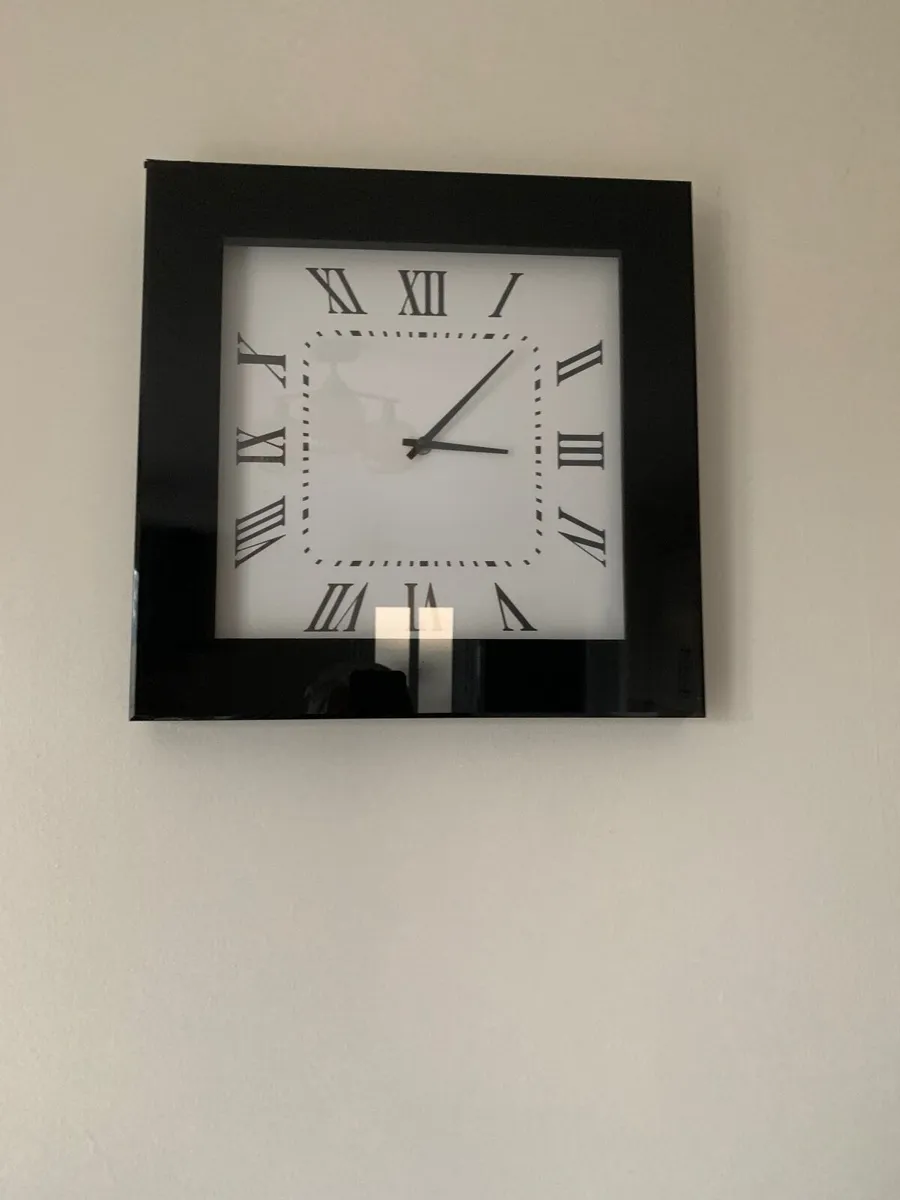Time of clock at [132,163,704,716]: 3:07
